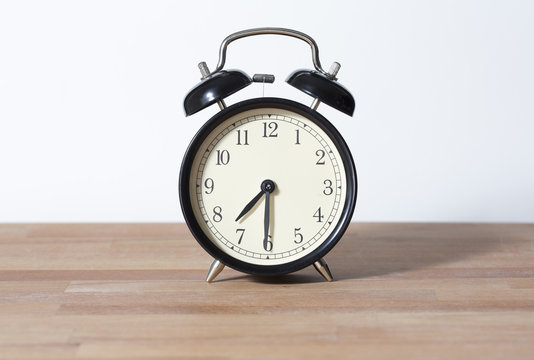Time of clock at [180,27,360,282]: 7:30
